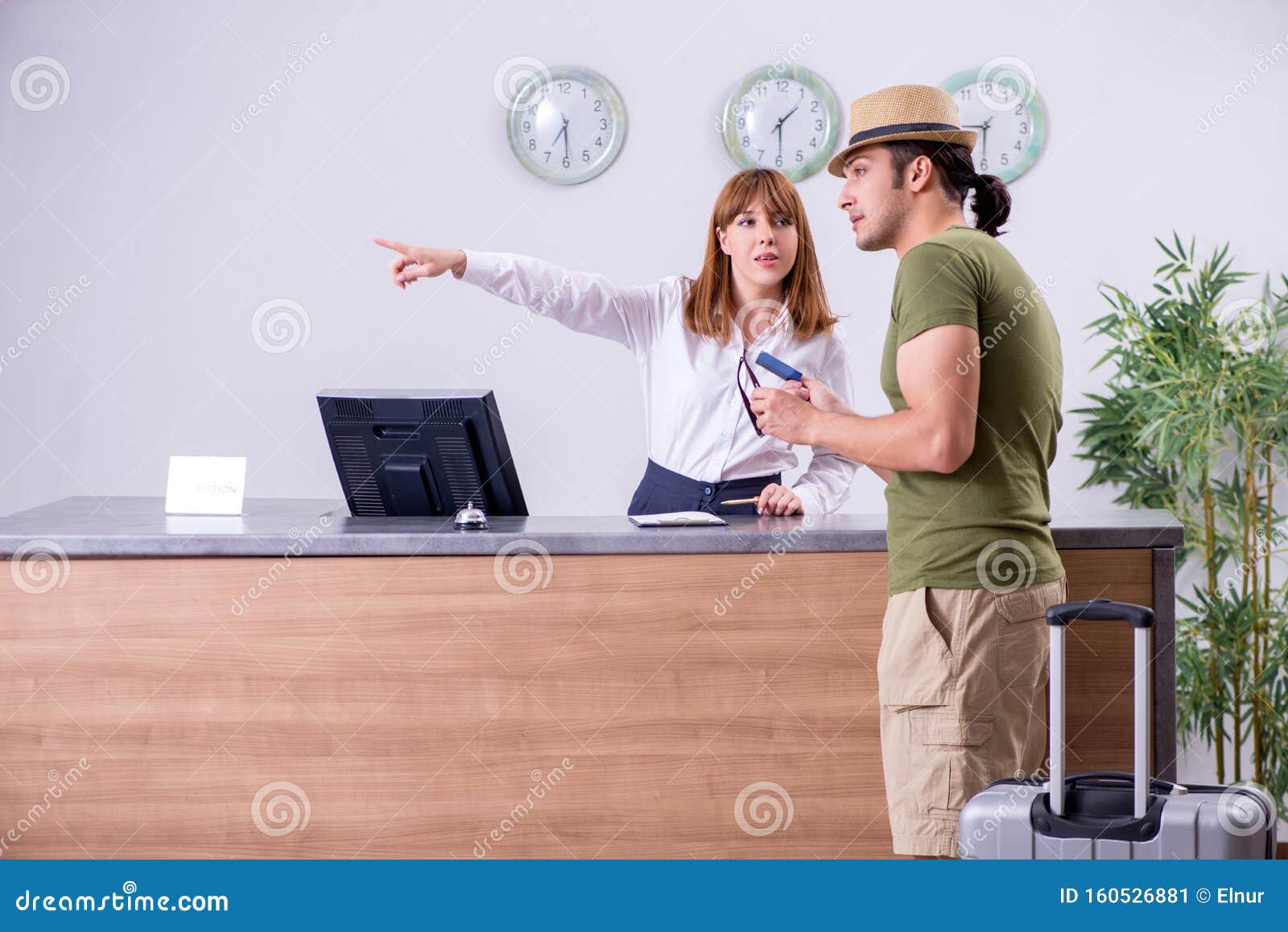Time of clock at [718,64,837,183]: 1:29
